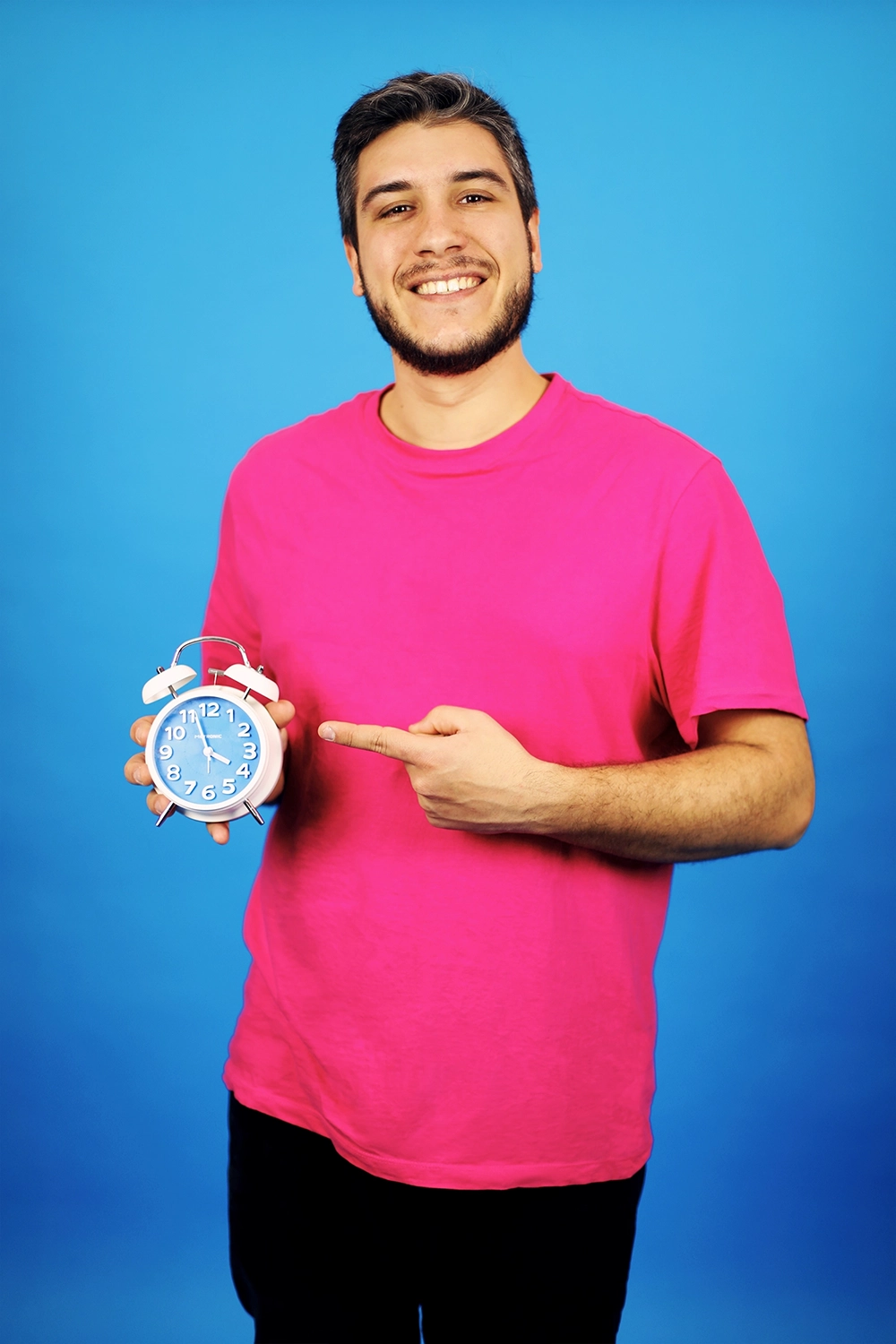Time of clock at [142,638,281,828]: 3:57
